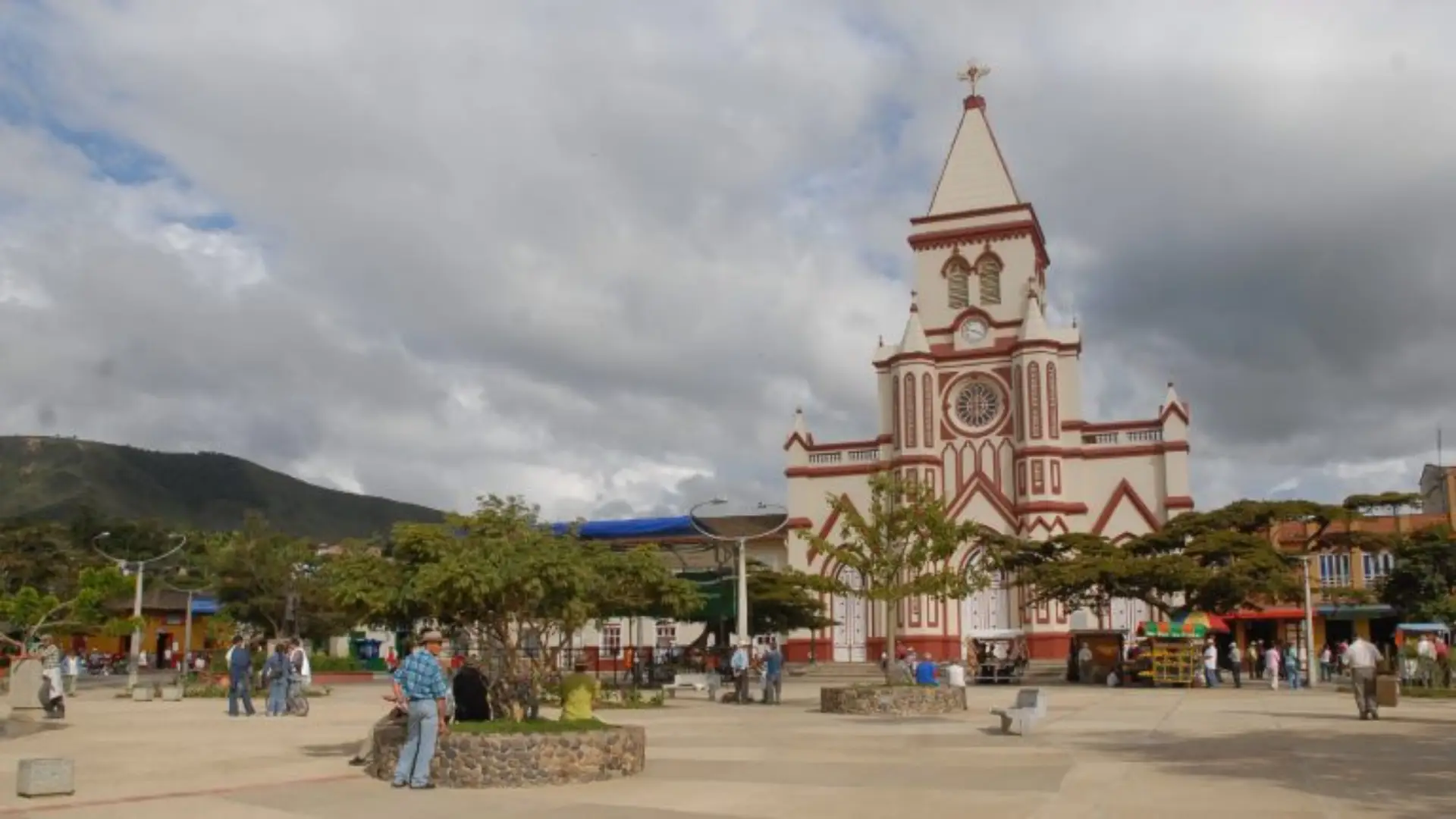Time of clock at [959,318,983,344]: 3:47
